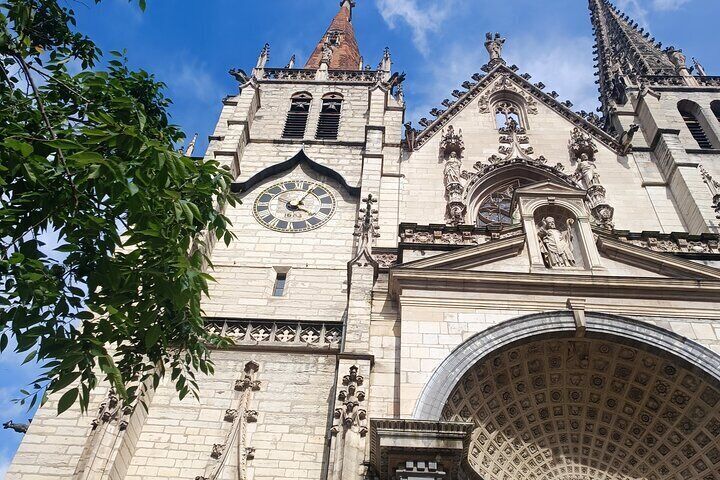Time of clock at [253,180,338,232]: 4:04
